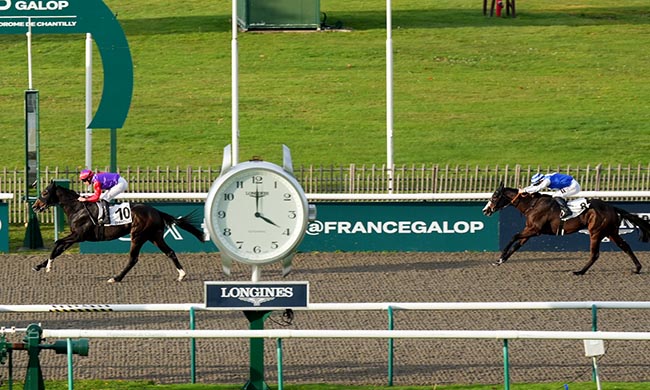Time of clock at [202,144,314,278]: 4:00
